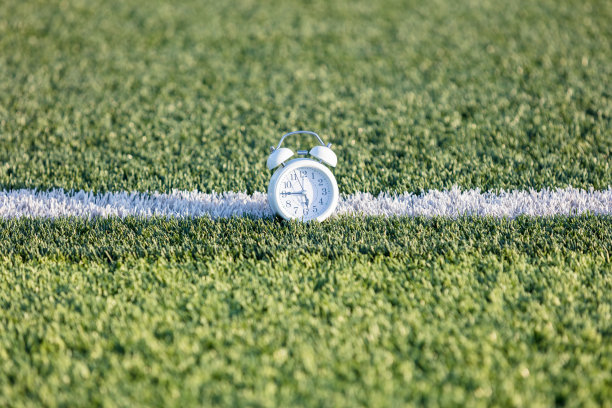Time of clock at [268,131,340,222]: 5:45
